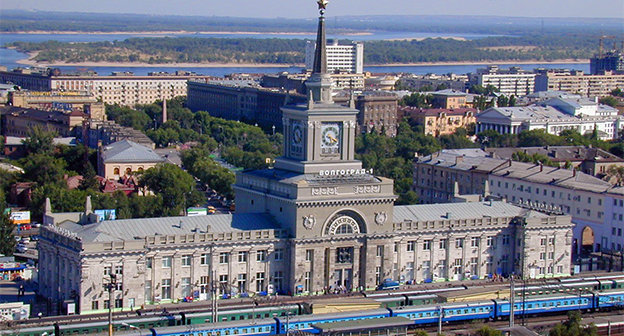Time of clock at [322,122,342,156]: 5:18
